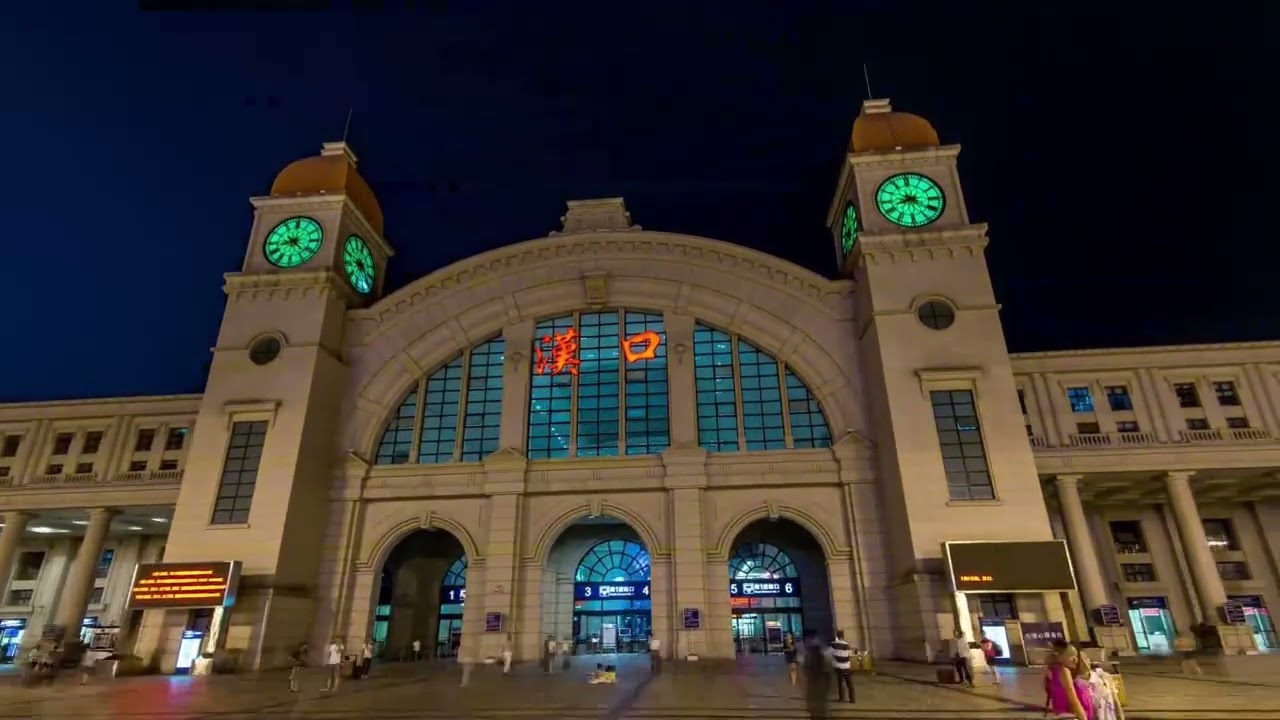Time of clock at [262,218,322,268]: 8:22
